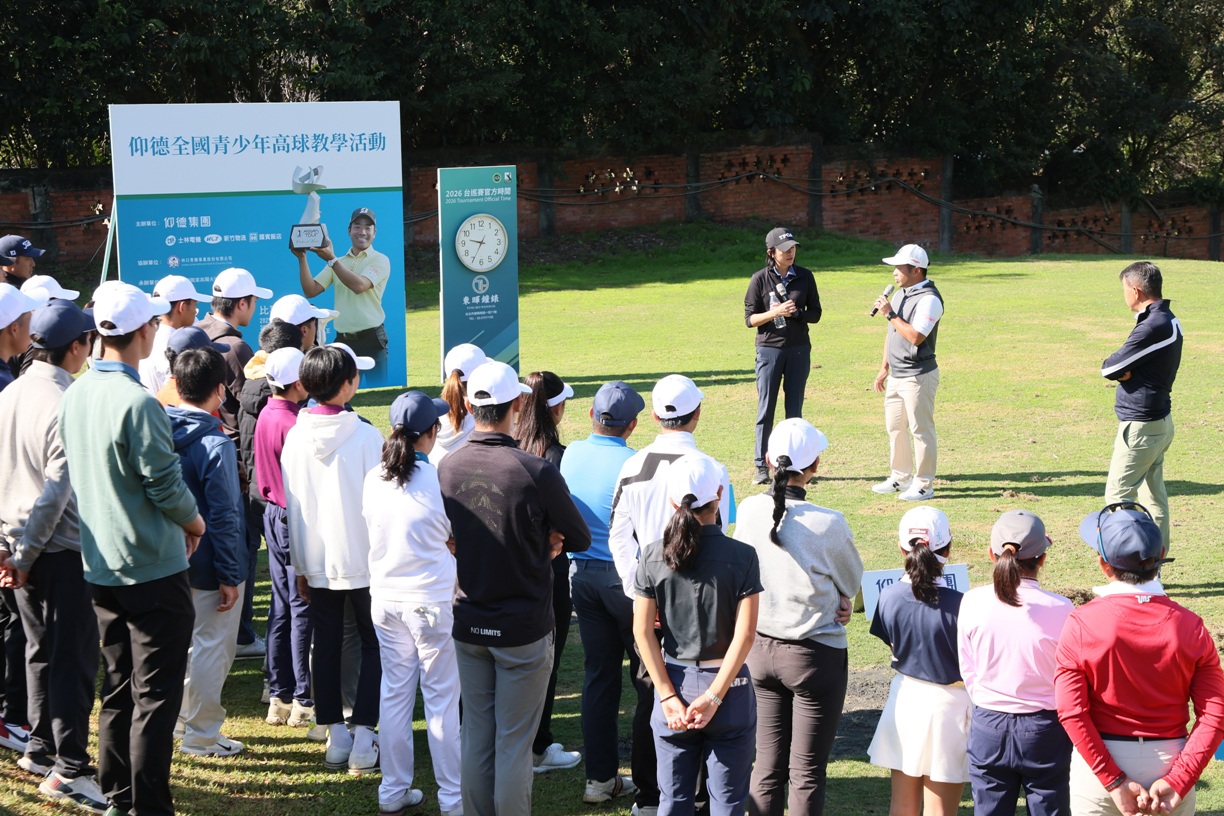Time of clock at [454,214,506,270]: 9:34
